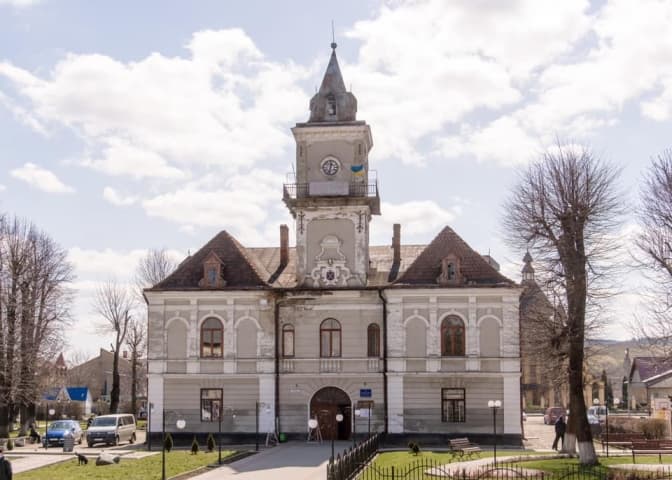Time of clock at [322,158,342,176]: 12:32
